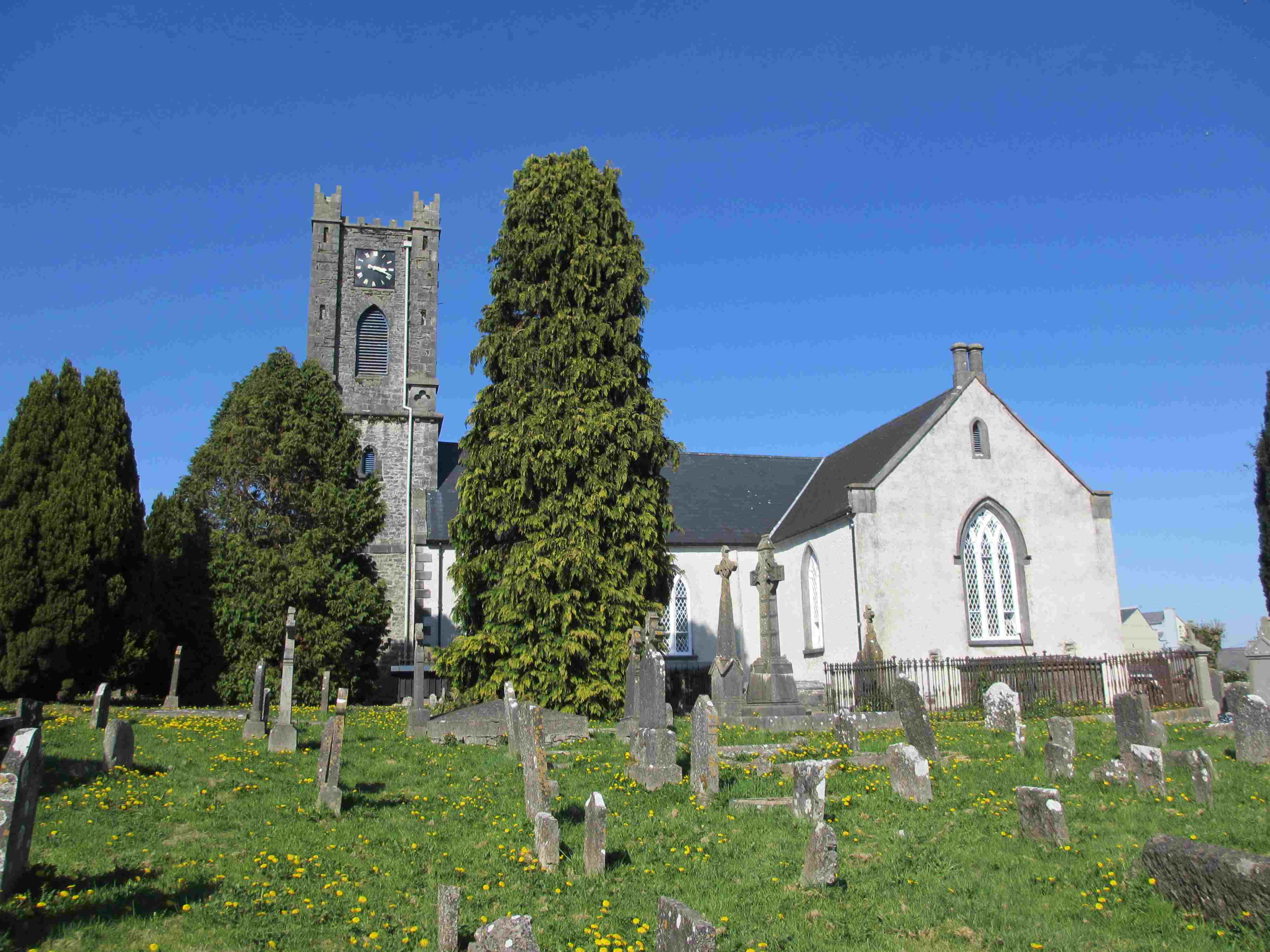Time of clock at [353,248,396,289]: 3:18
